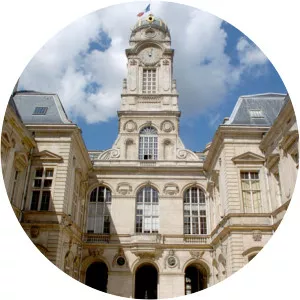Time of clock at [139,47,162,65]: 11:02
